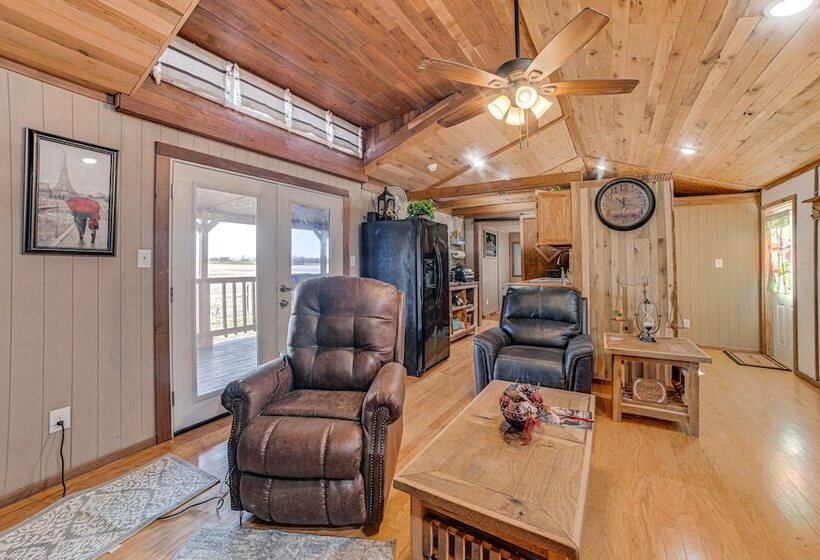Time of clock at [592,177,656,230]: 10:31
